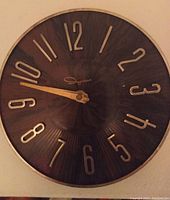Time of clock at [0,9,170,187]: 9:48
